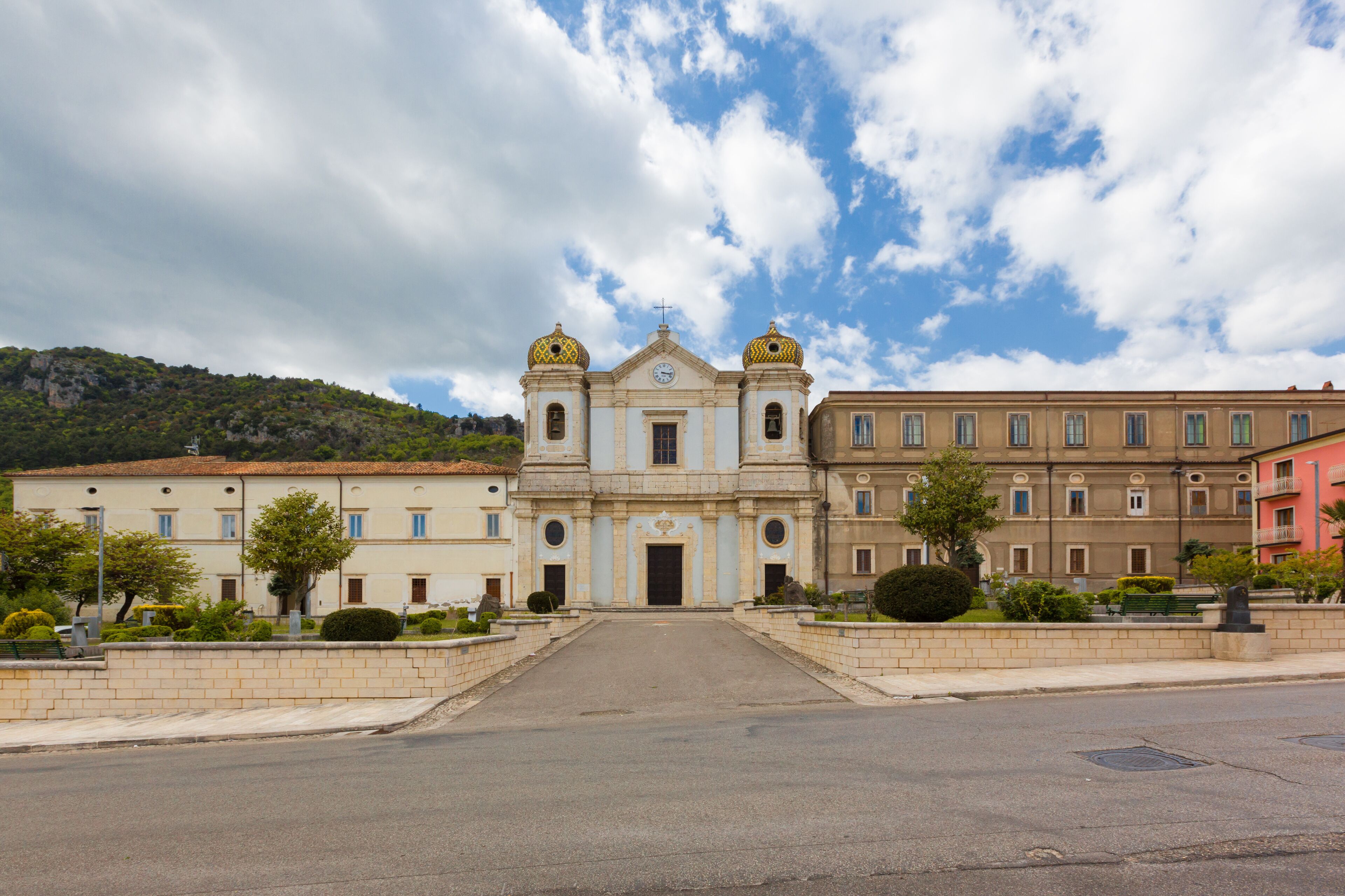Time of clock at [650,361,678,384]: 3:16
